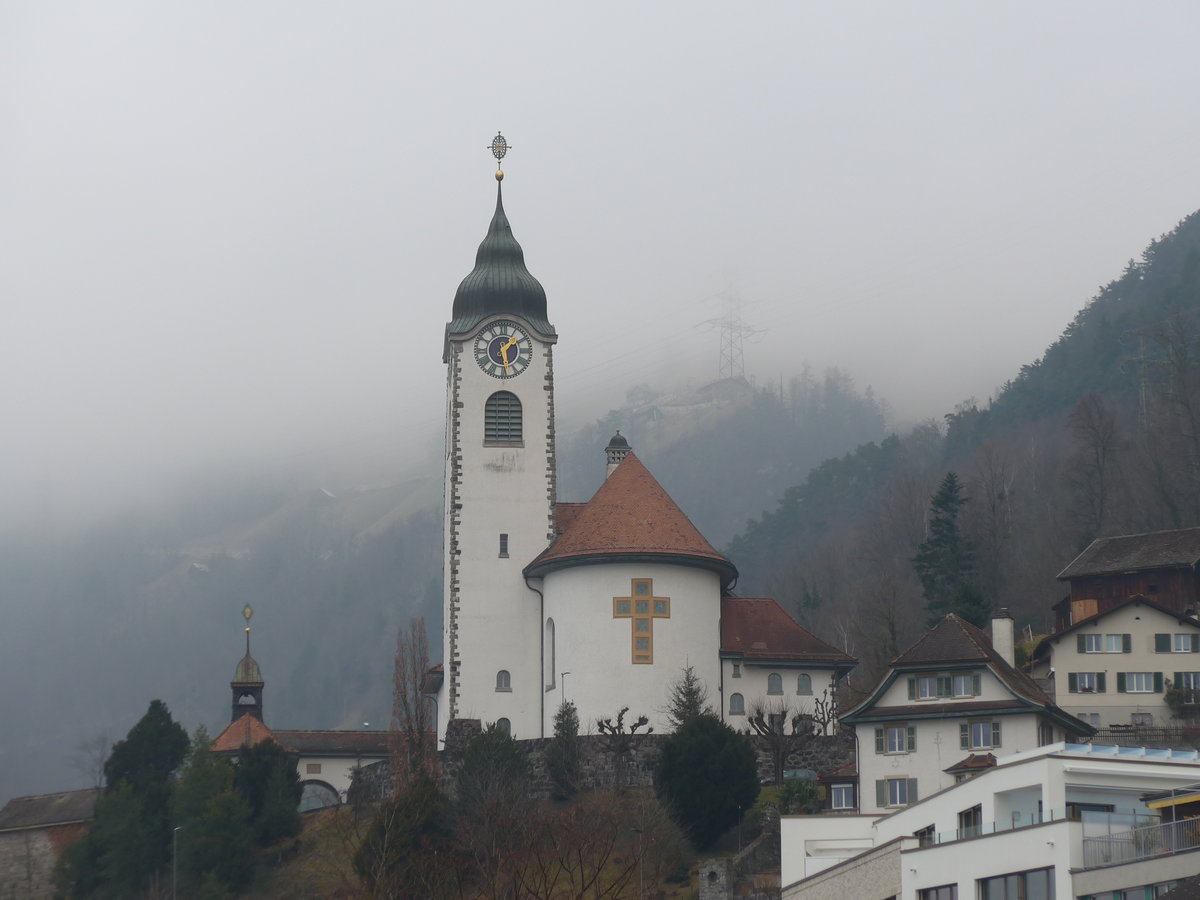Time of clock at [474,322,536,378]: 1:28
